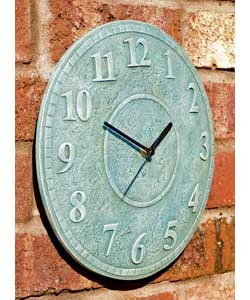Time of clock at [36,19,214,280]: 1:49
